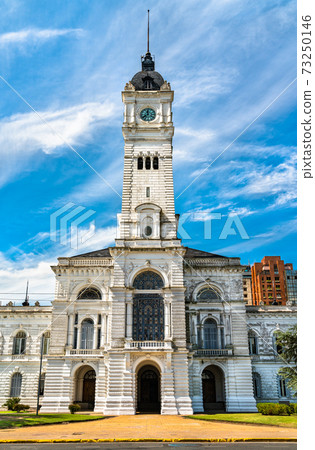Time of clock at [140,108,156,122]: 11:38
